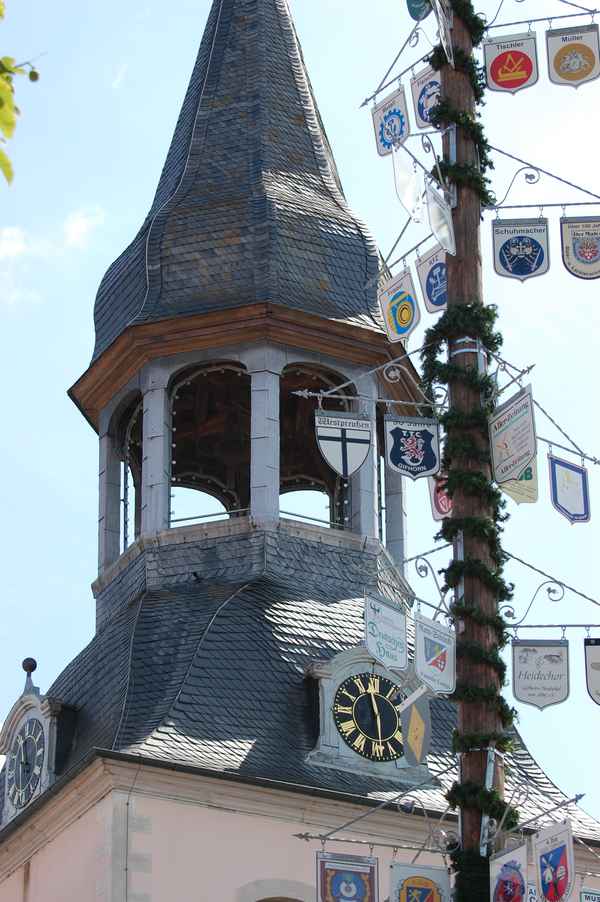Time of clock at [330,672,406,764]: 11:28
